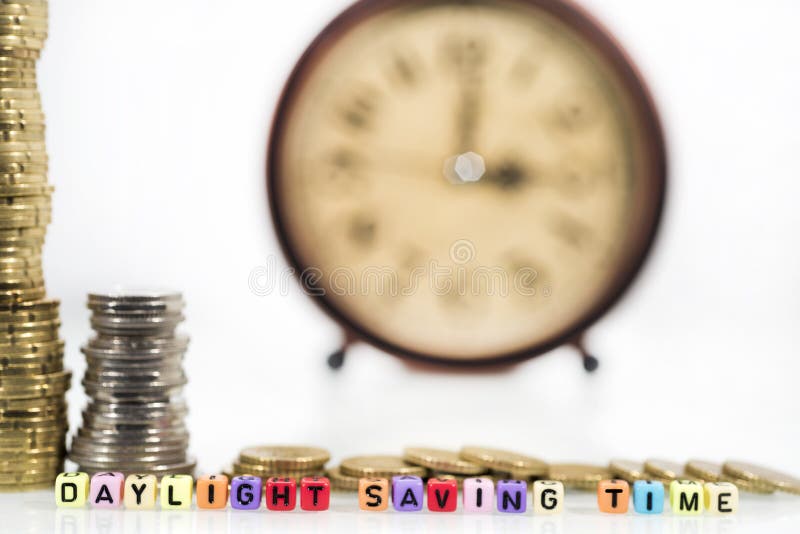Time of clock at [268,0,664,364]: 3:00
